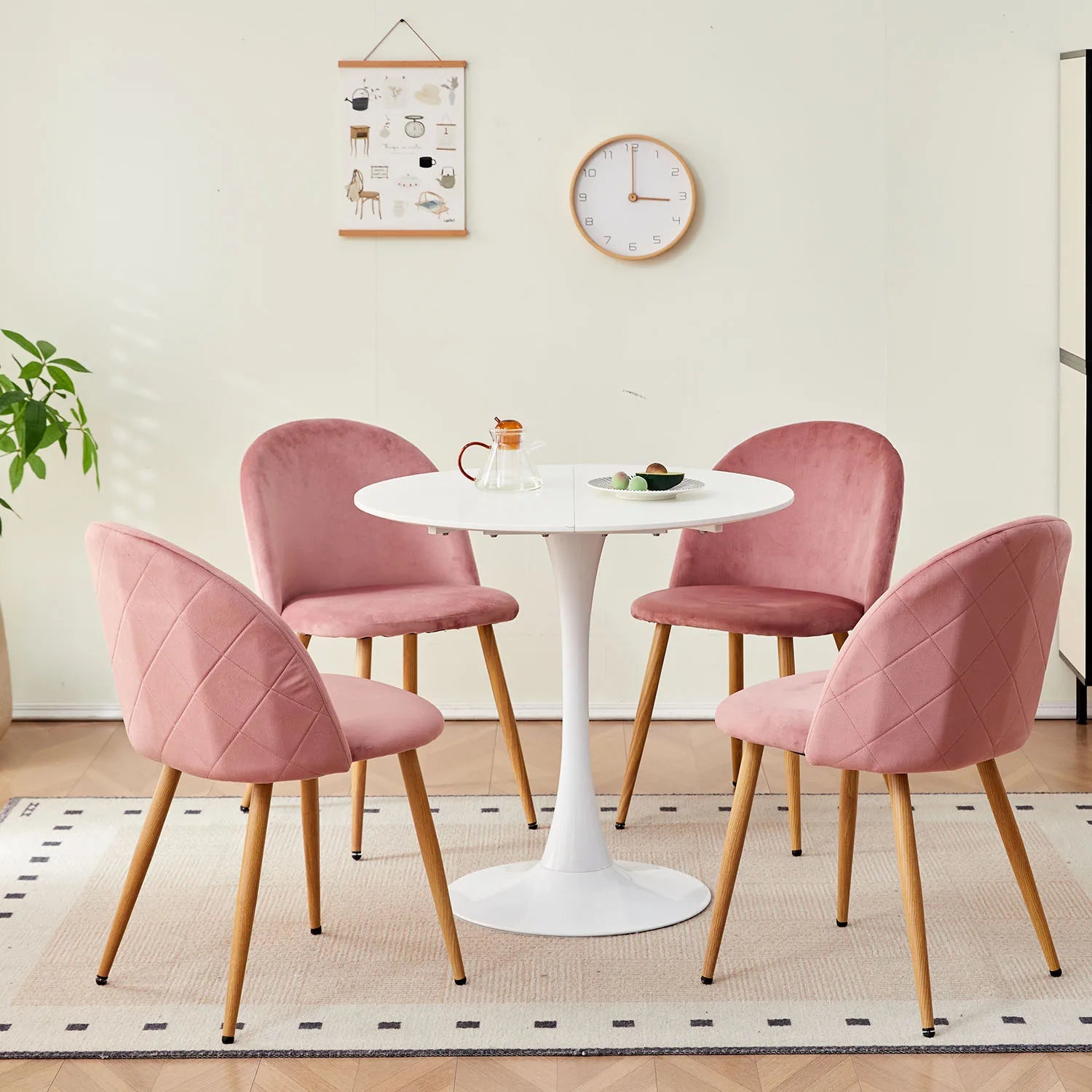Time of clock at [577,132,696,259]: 3:00
